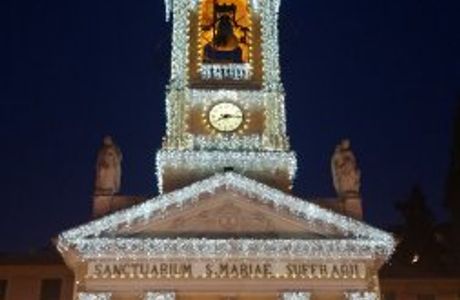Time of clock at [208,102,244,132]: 8:14
